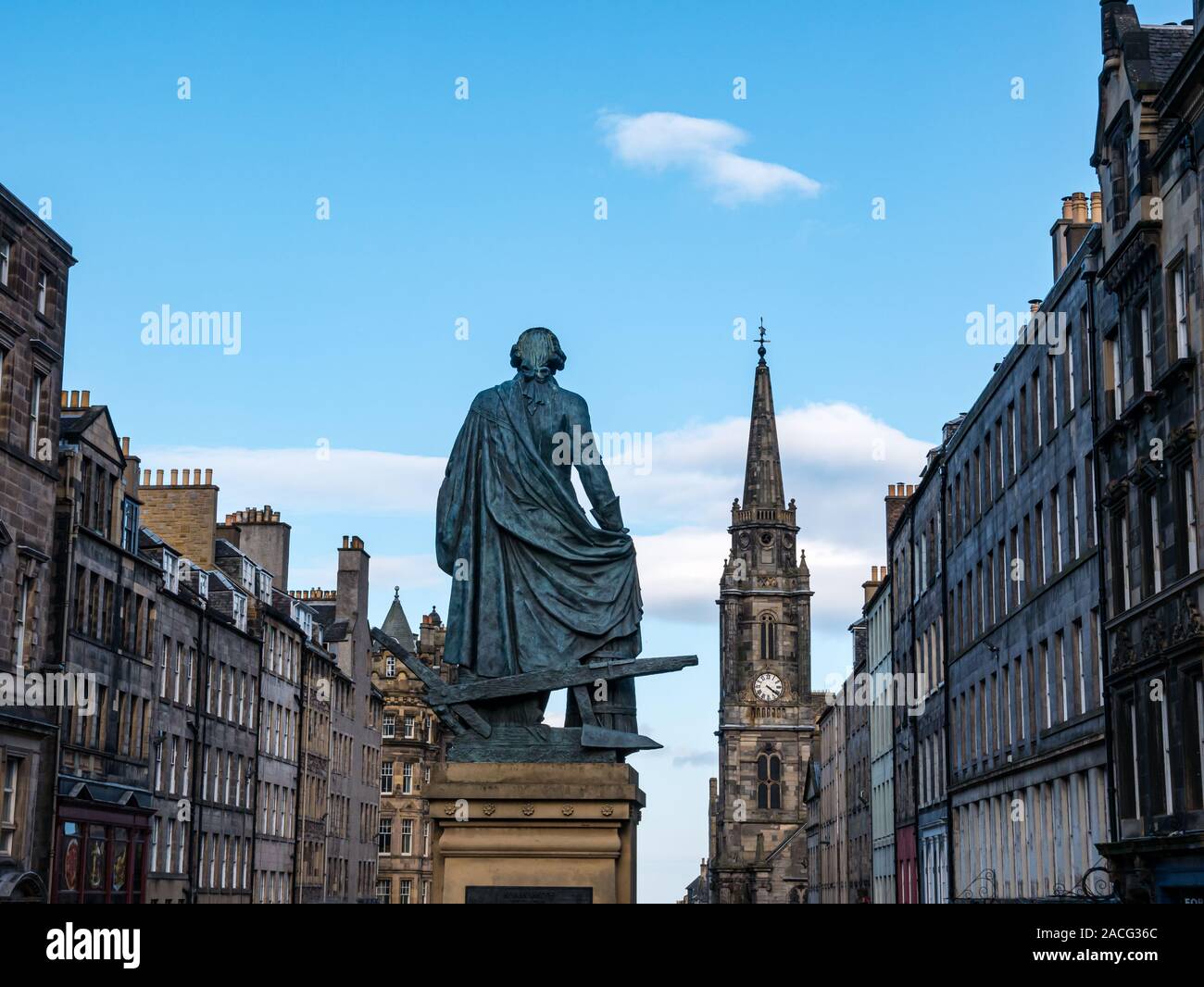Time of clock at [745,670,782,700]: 4:21
